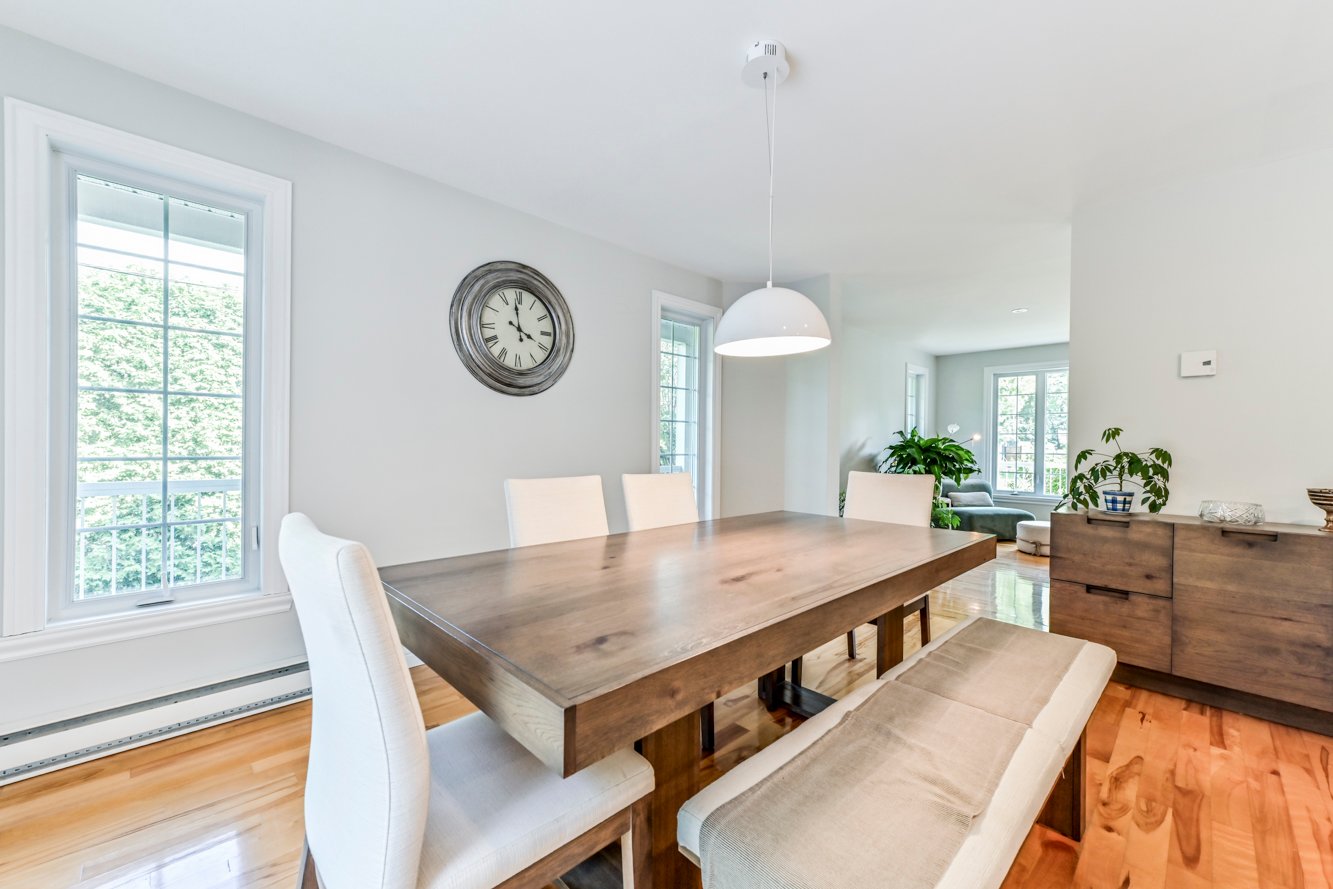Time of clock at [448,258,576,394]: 3:58
